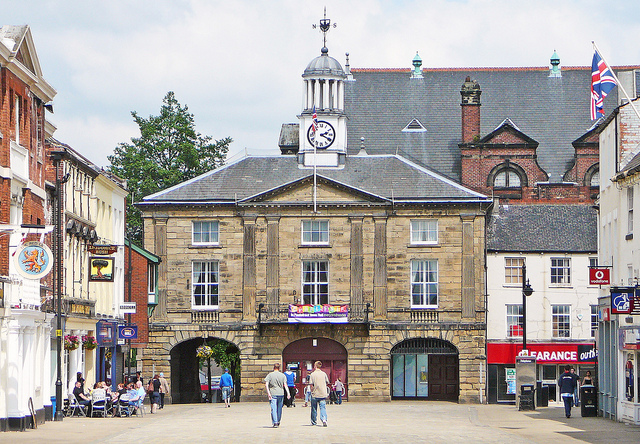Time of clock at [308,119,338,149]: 2:19
